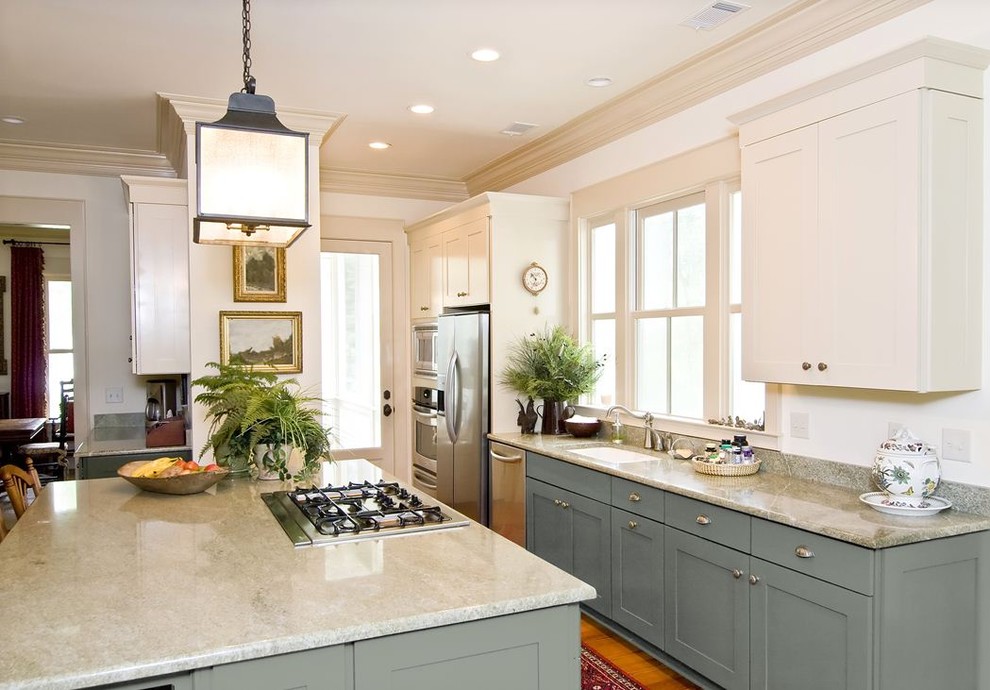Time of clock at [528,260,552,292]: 10:33
